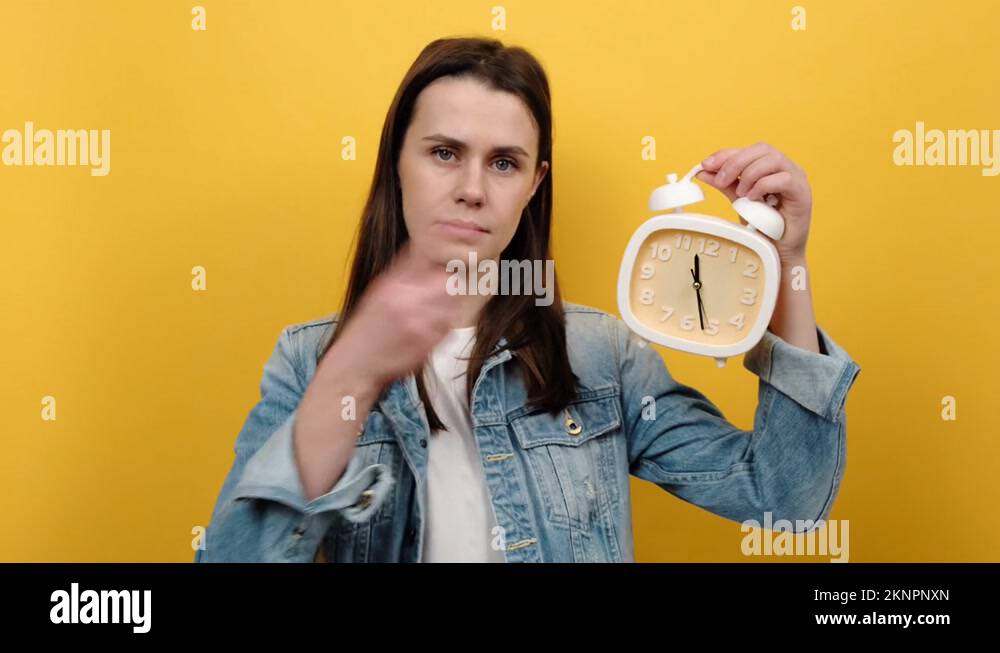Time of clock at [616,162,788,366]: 11:26
